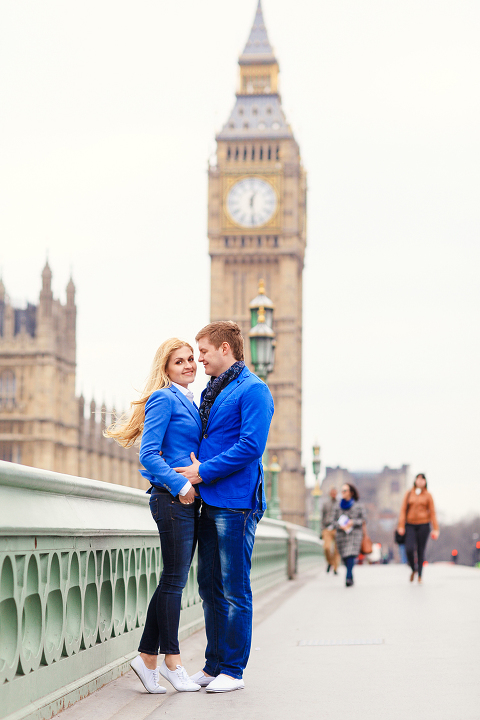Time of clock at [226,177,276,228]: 12:28
